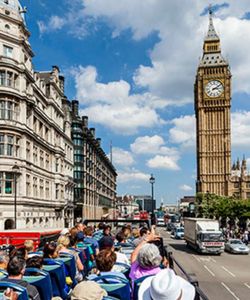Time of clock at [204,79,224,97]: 3:09
